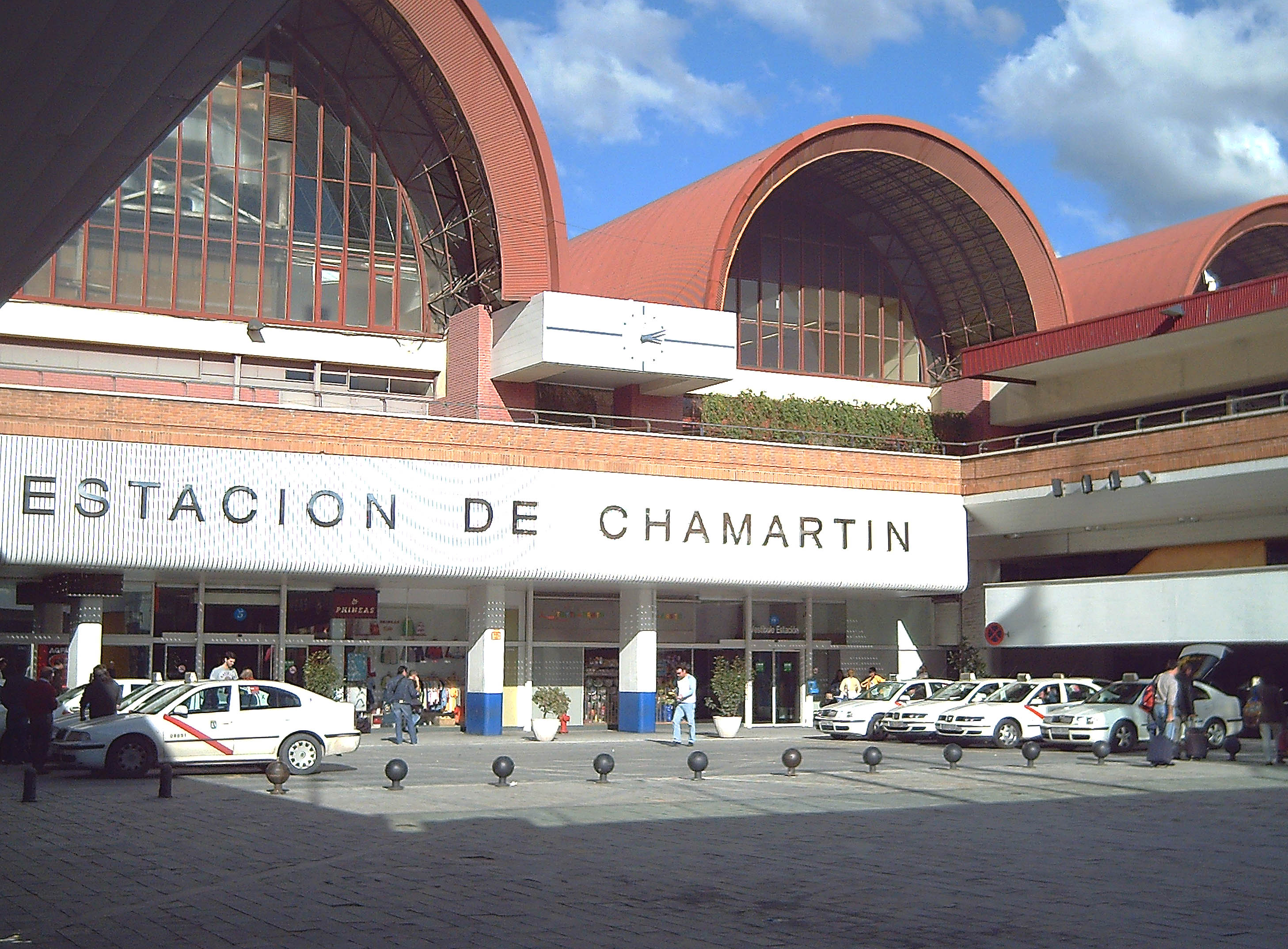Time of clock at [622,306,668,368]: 3:12
